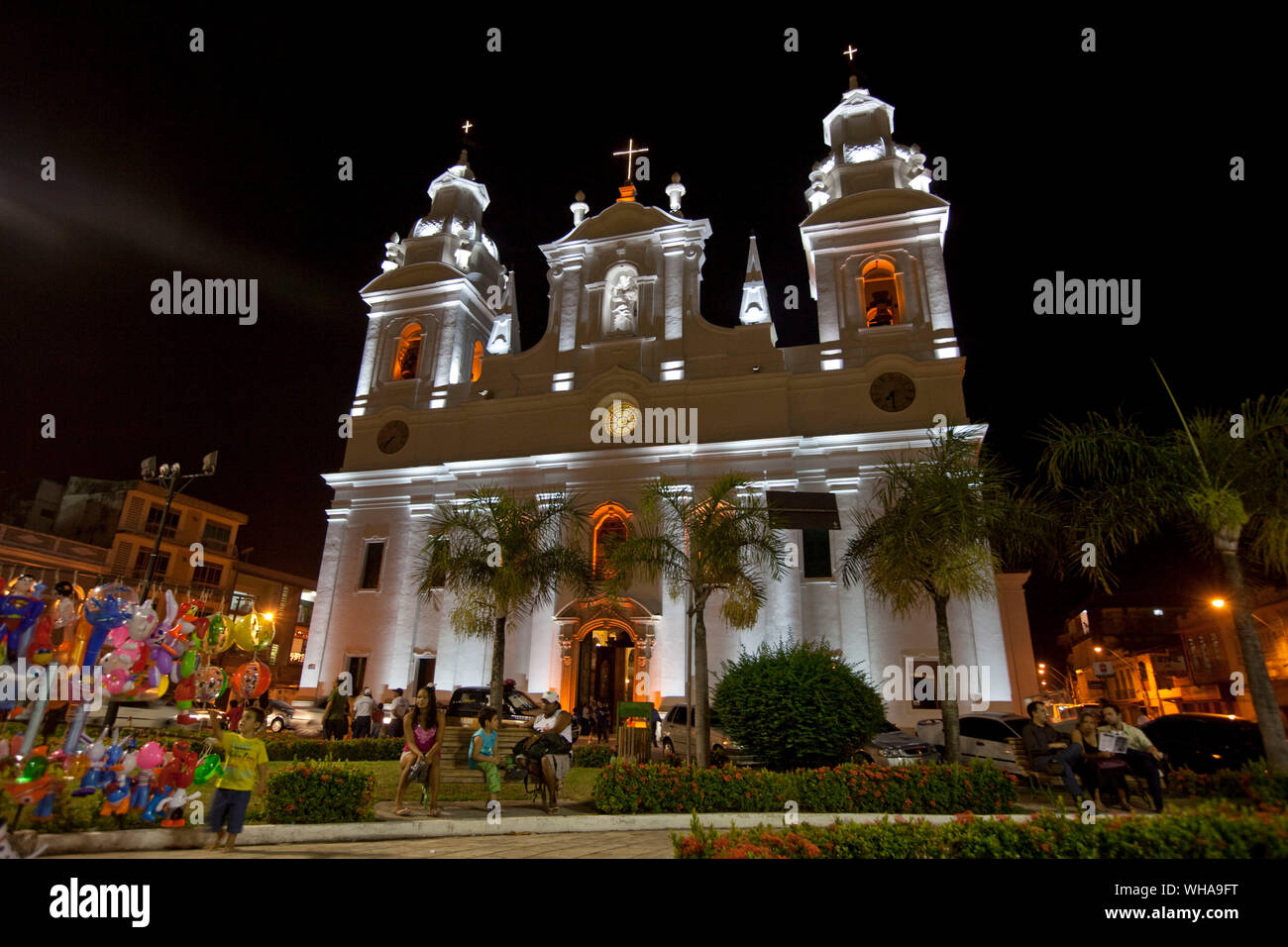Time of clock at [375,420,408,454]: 7:37
